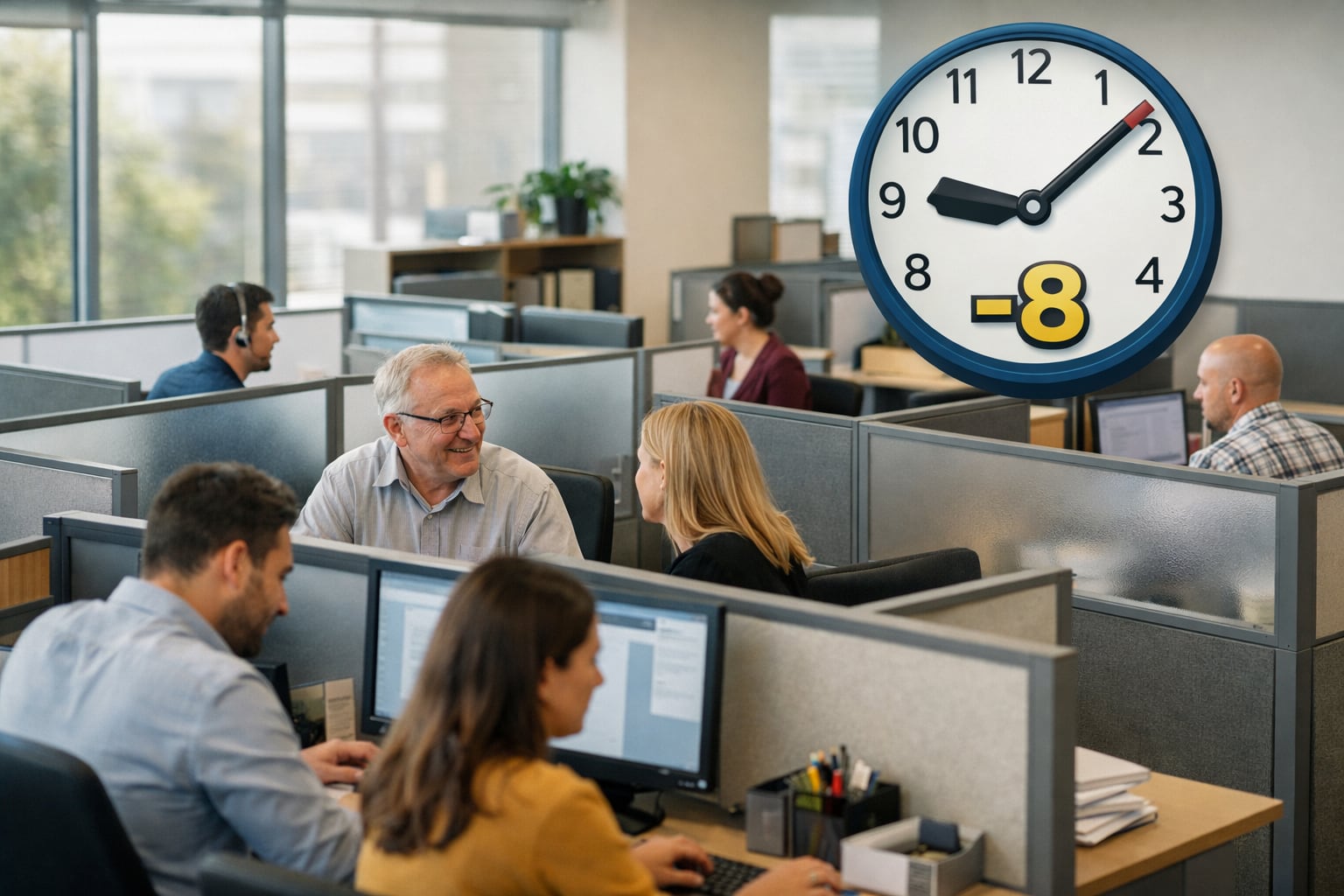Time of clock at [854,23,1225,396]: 9:08
